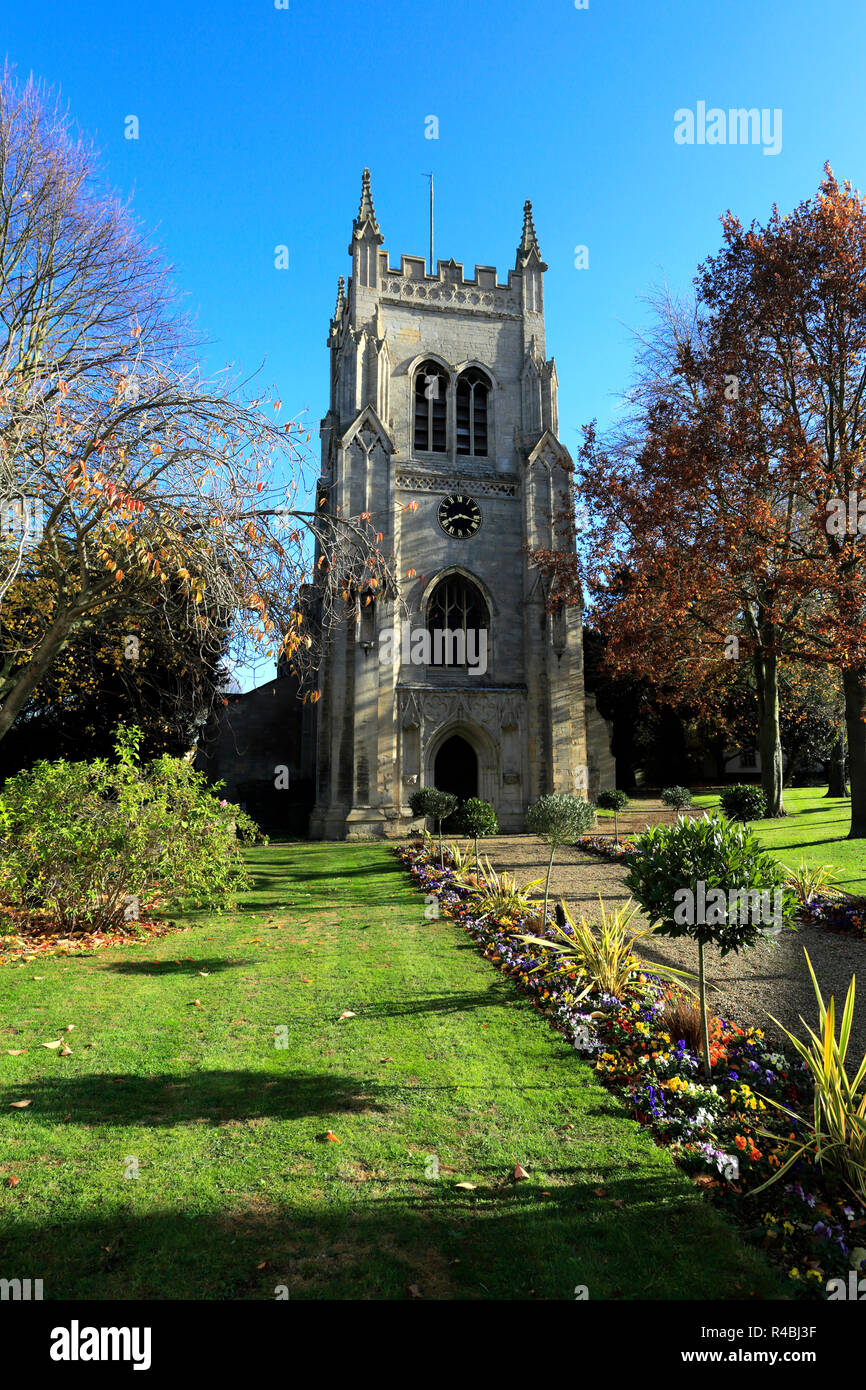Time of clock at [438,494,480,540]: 8:17
